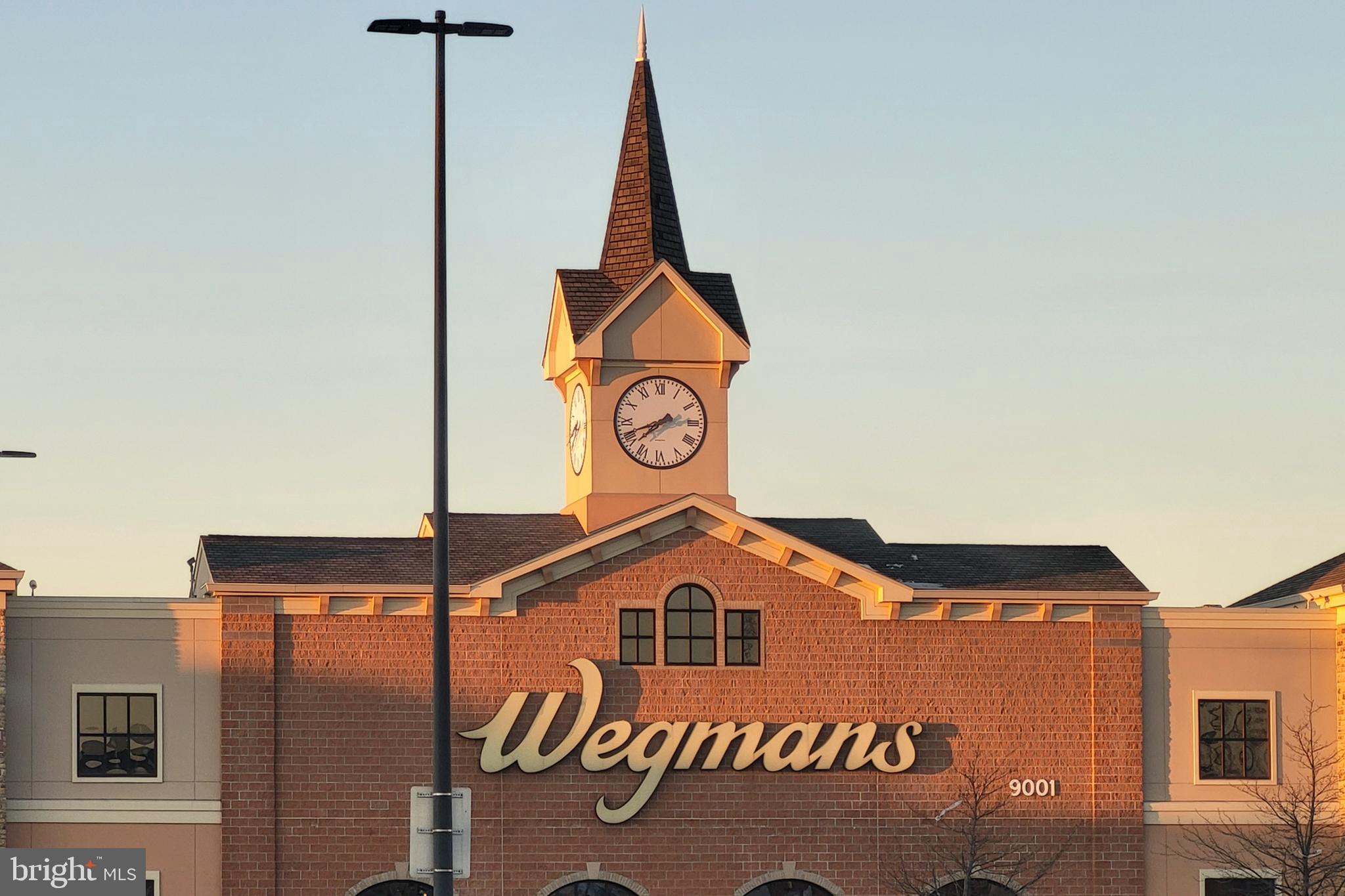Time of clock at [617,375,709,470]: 7:41
